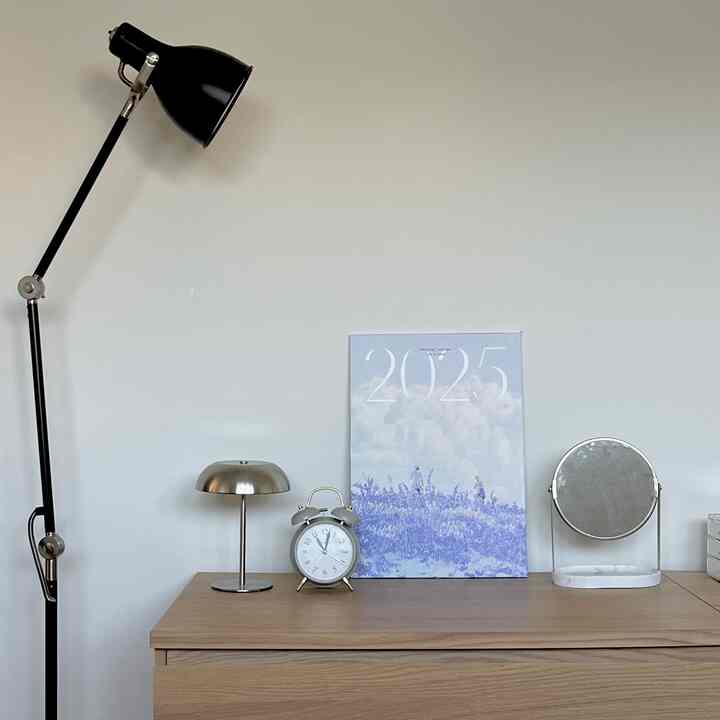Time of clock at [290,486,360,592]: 11:02
